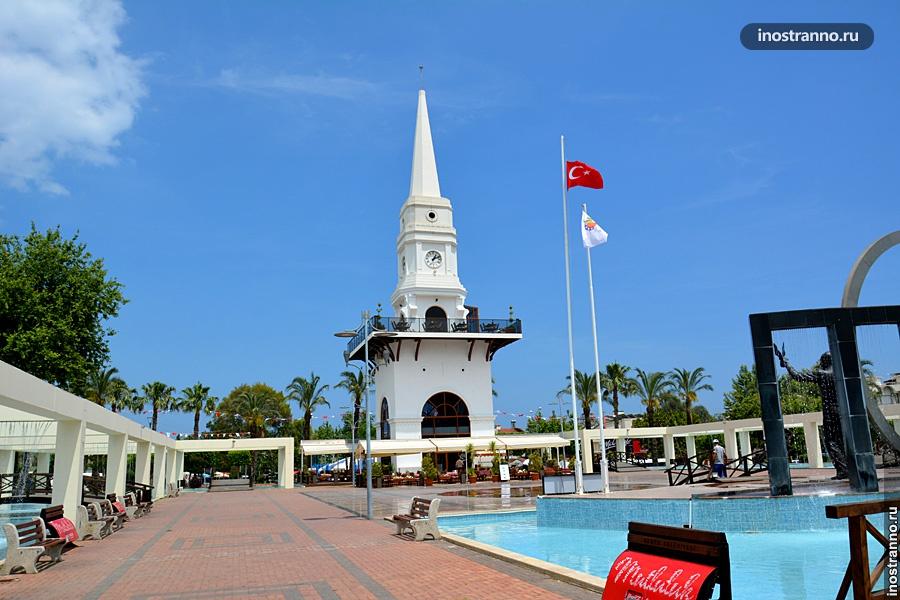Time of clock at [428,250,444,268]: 1:11
